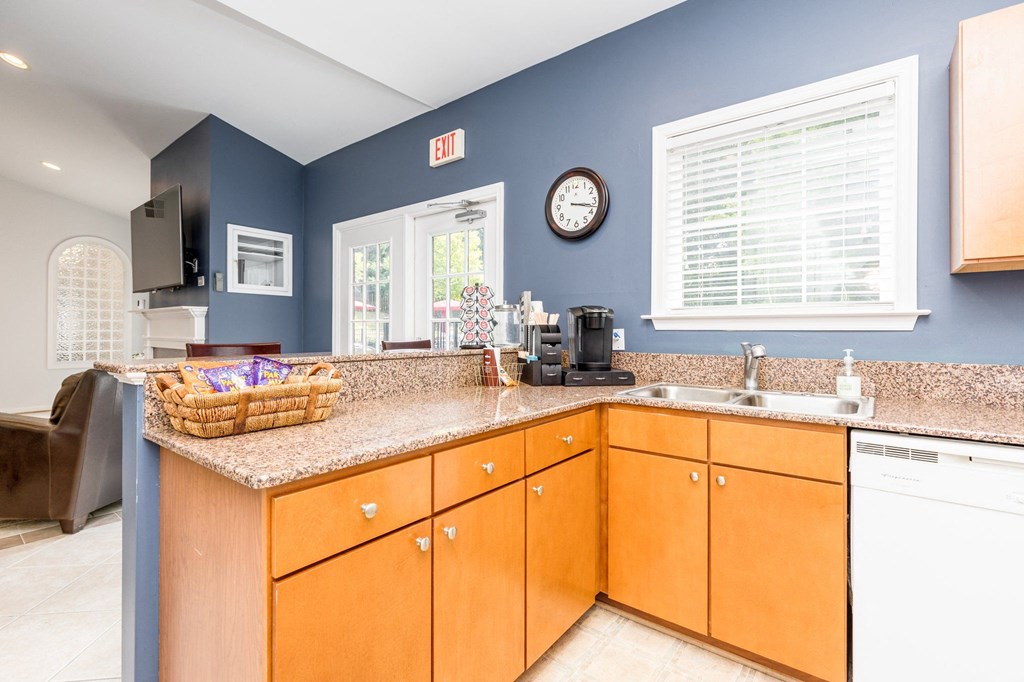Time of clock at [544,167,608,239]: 3:17
